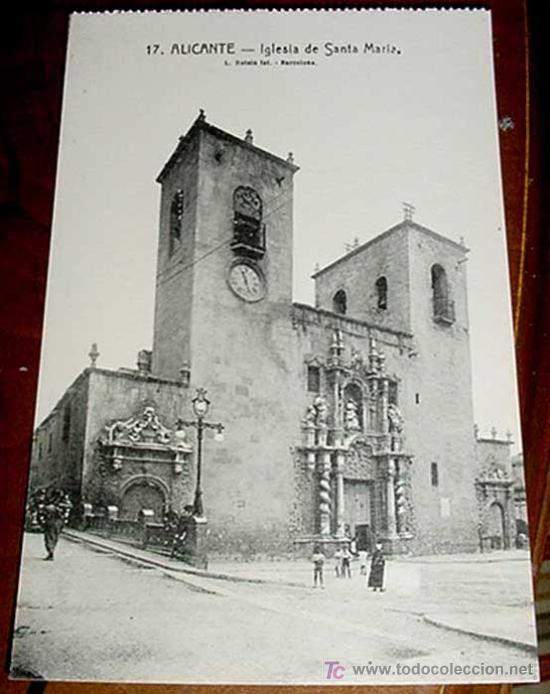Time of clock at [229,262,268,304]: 11:28
